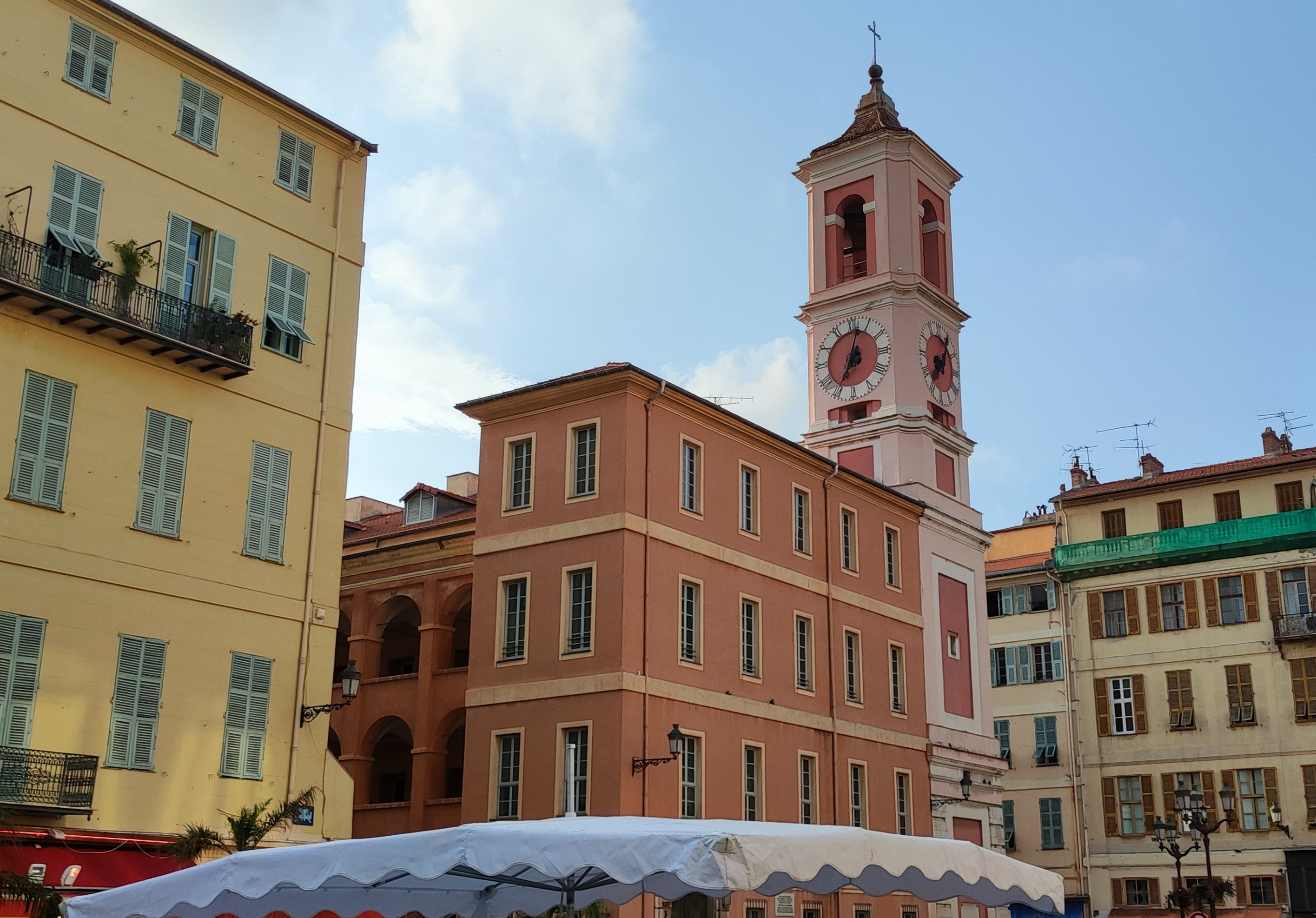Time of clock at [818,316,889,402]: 7:02
